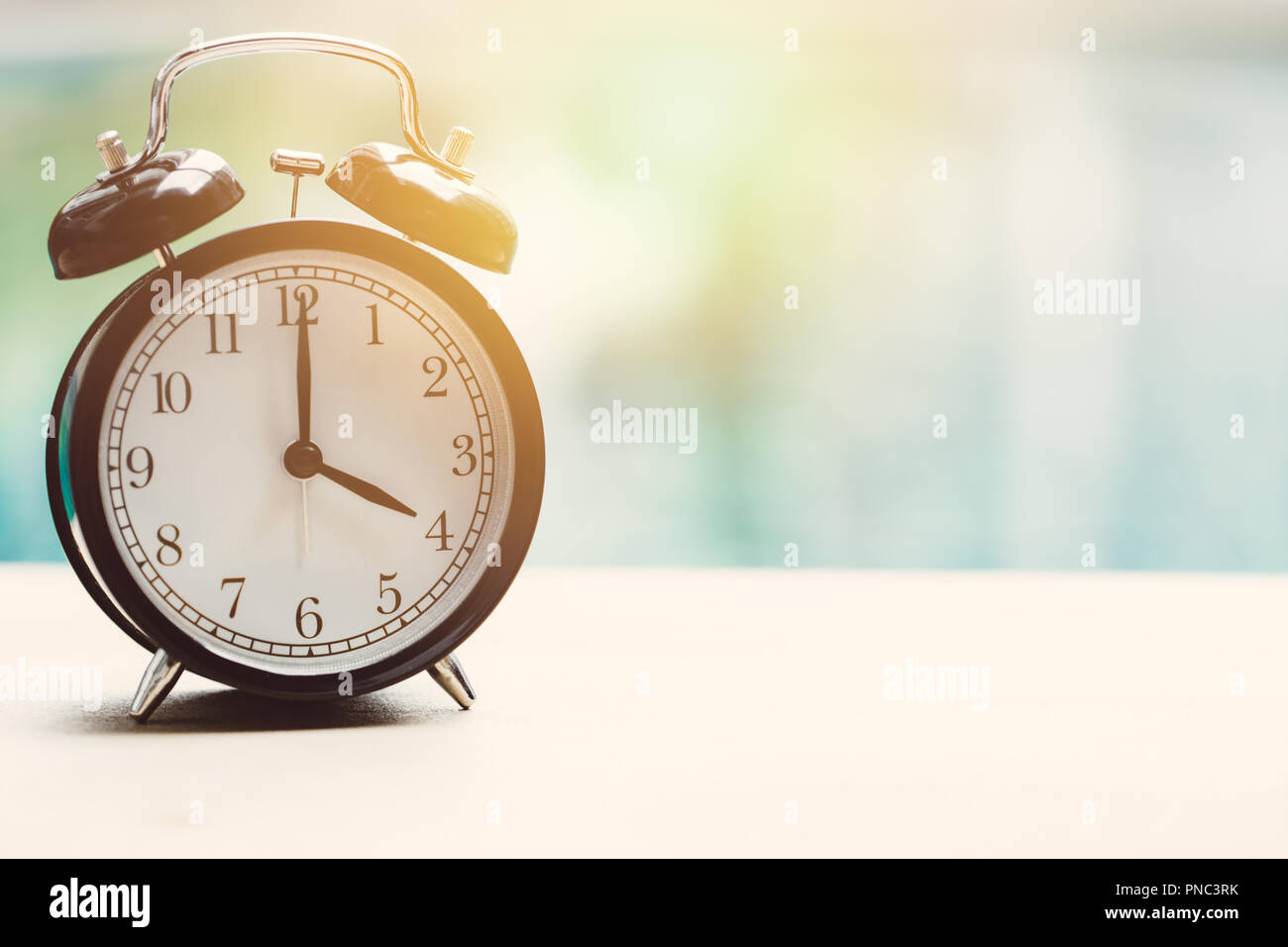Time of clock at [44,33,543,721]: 4:00
